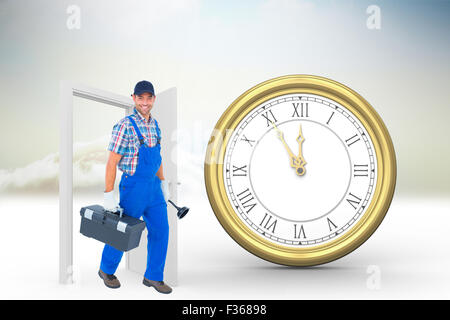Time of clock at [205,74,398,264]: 11:54
